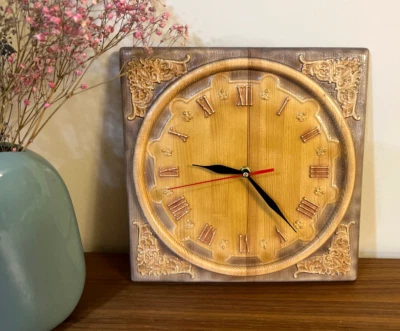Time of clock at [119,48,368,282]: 9:23
